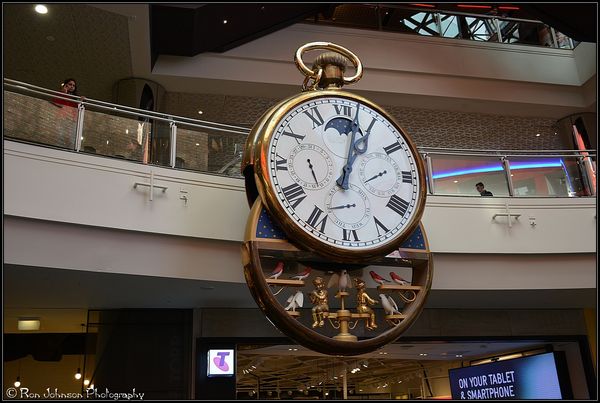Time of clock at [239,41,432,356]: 1:02
